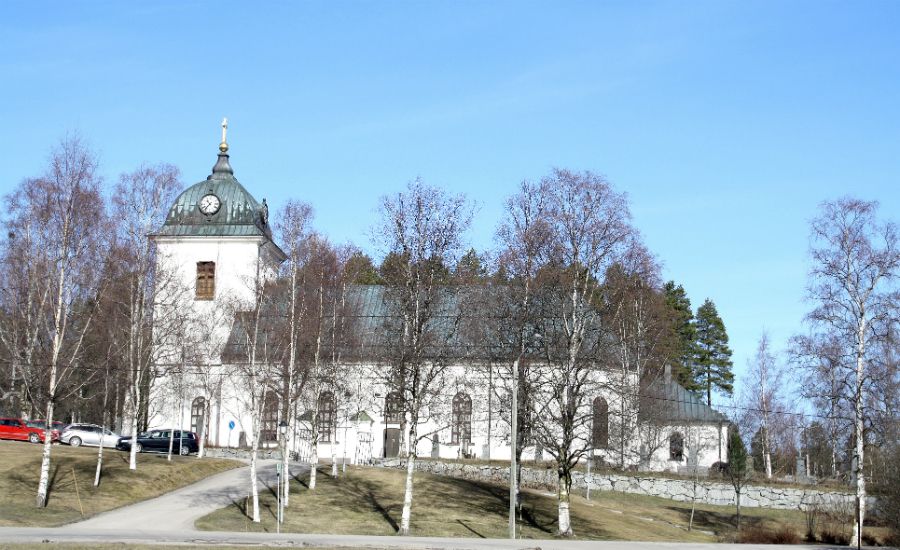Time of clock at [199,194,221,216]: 10:37
